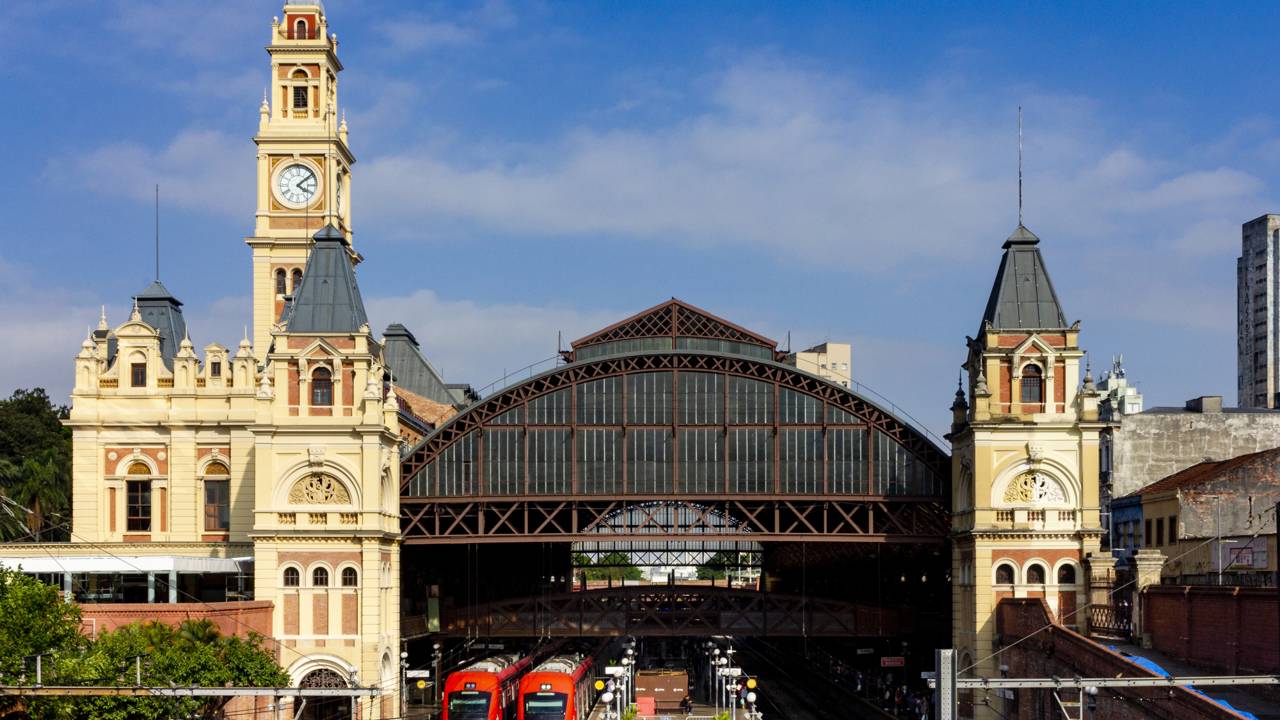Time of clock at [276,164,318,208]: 4:08
